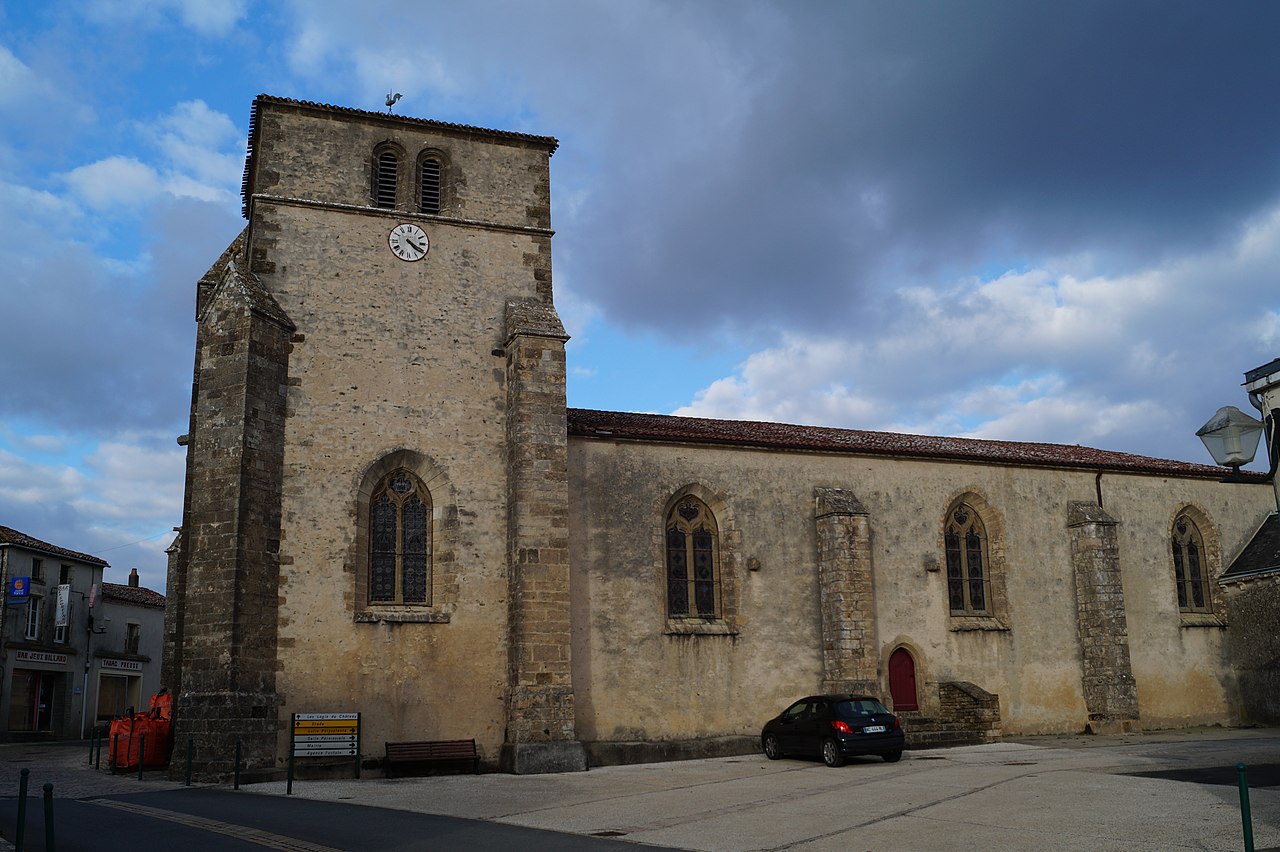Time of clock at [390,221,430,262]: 4:19
